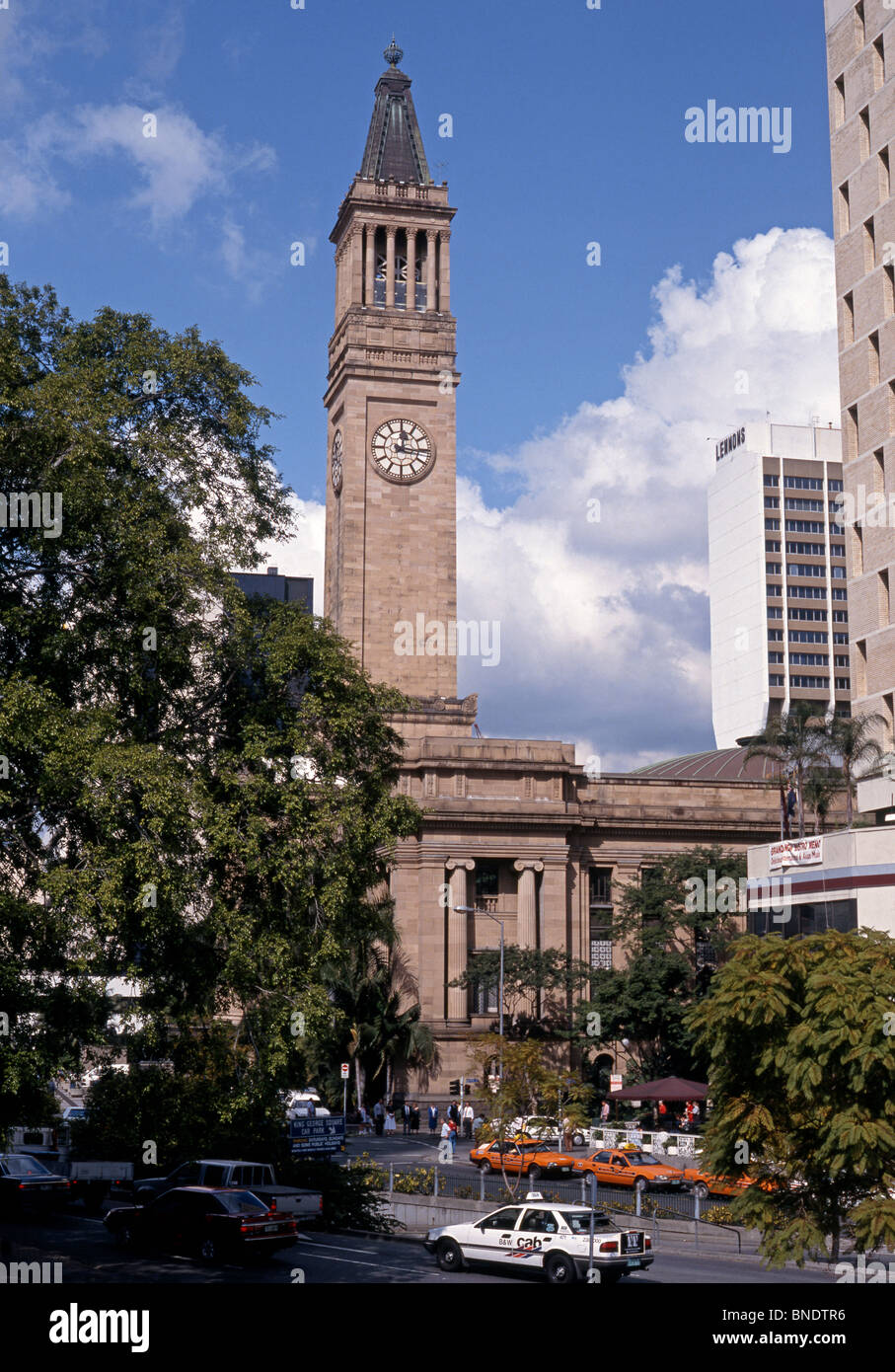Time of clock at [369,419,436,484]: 12:15
